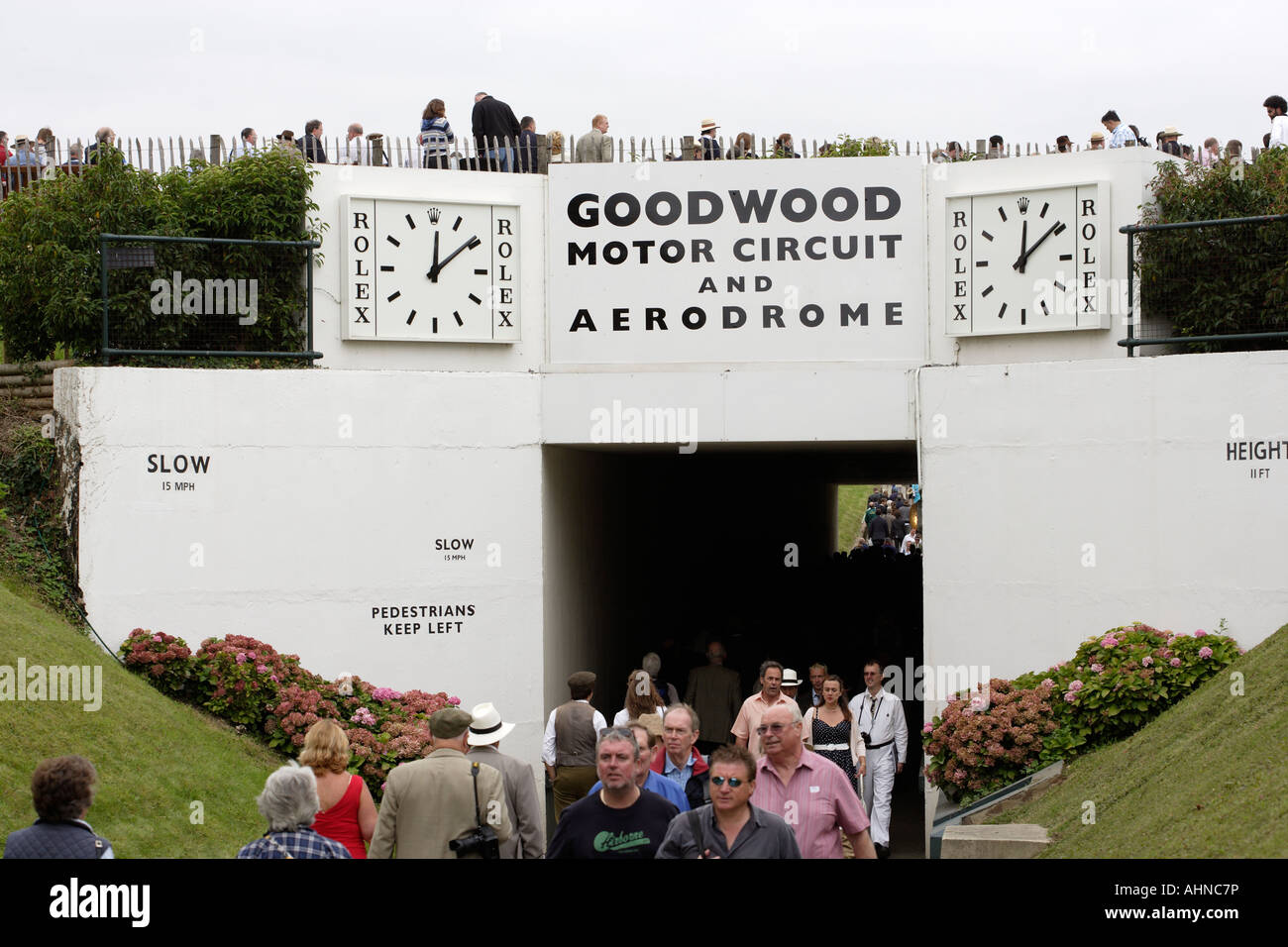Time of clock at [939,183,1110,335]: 12:08
